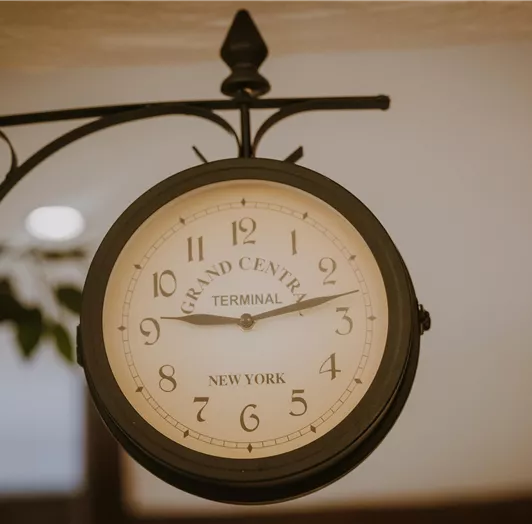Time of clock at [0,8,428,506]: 9:12
